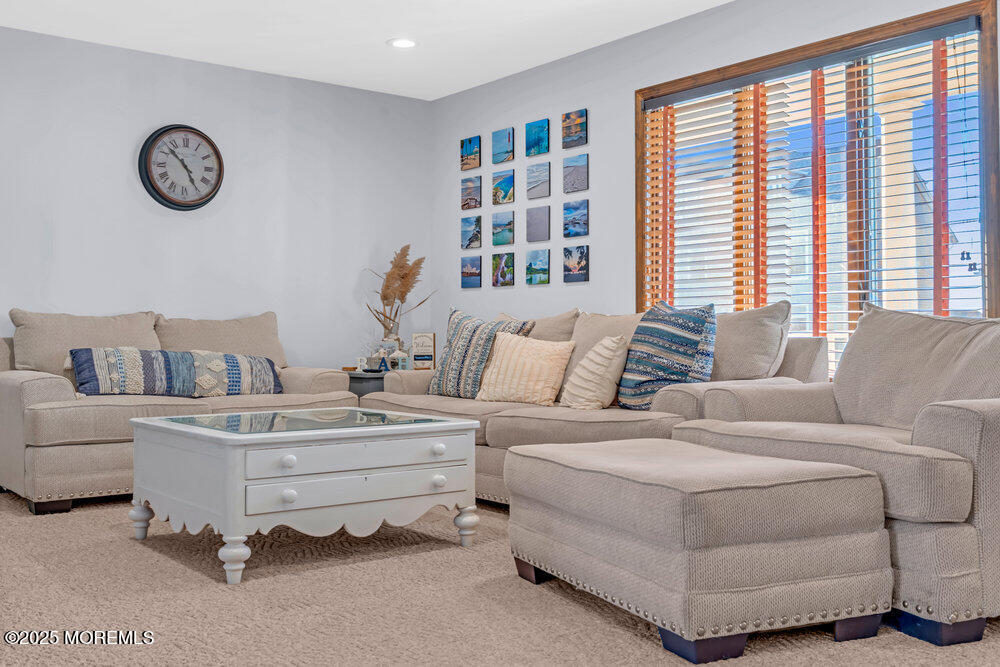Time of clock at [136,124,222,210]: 4:52
